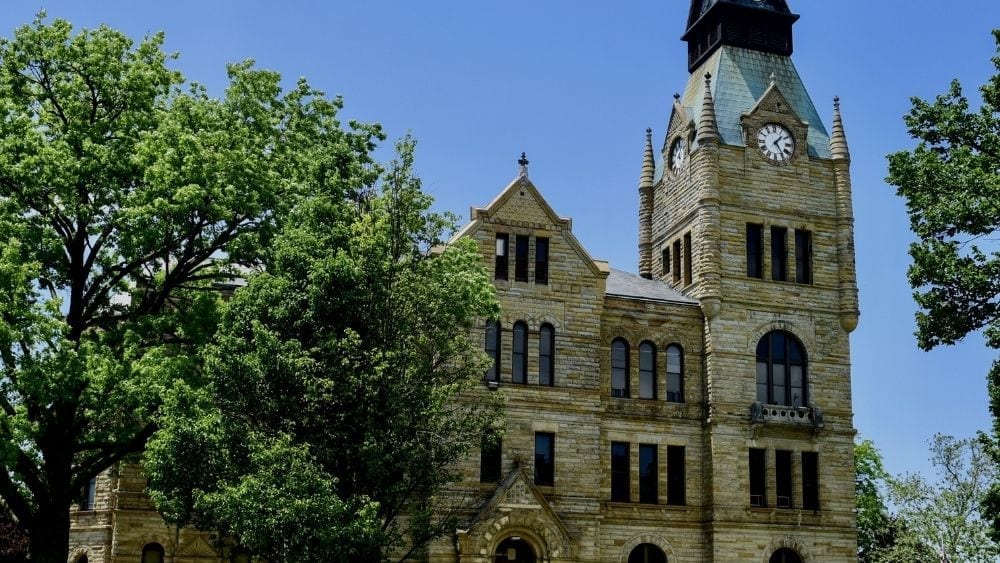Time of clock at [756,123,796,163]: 1:24
